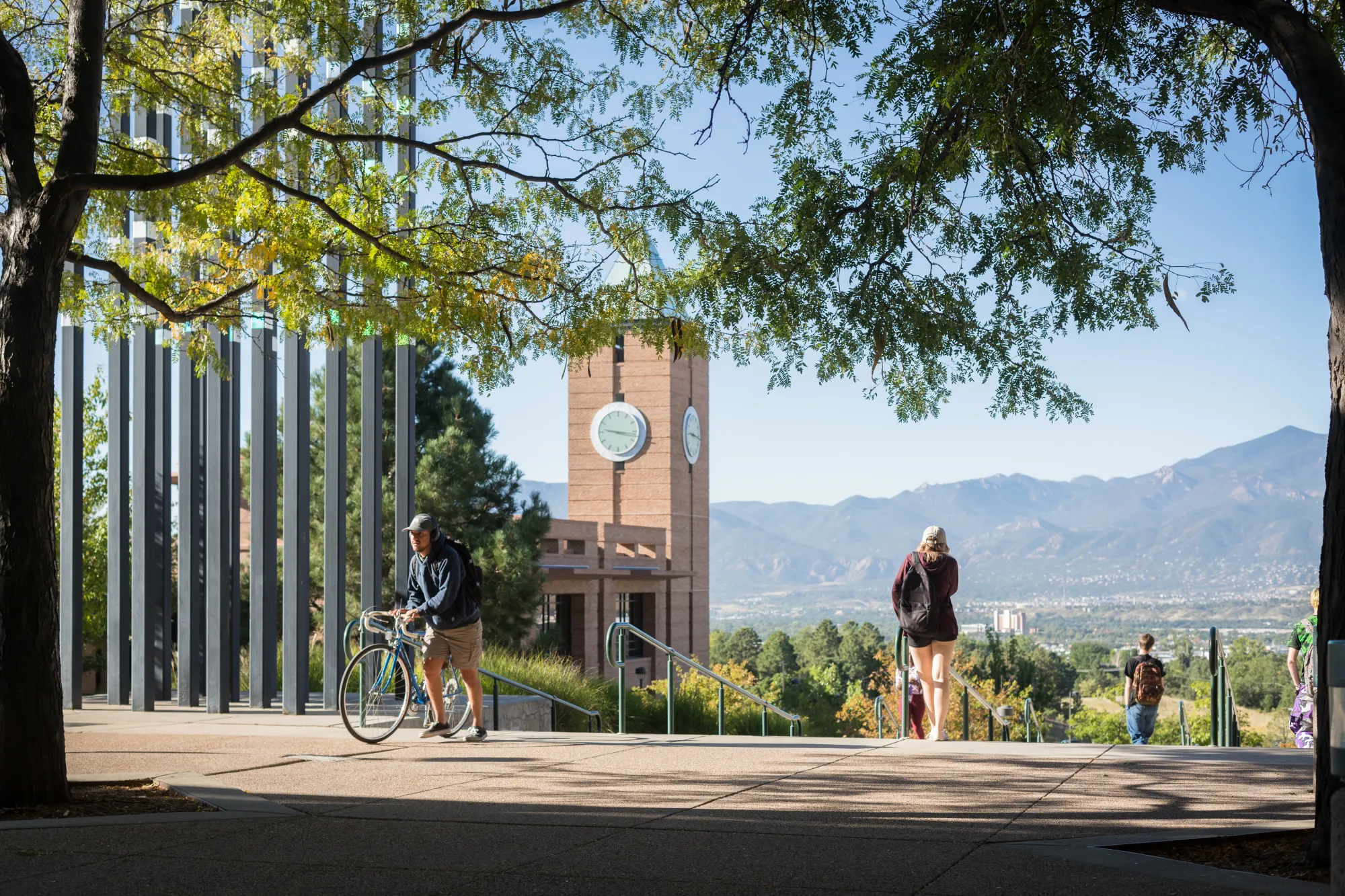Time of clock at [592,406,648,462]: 9:17
